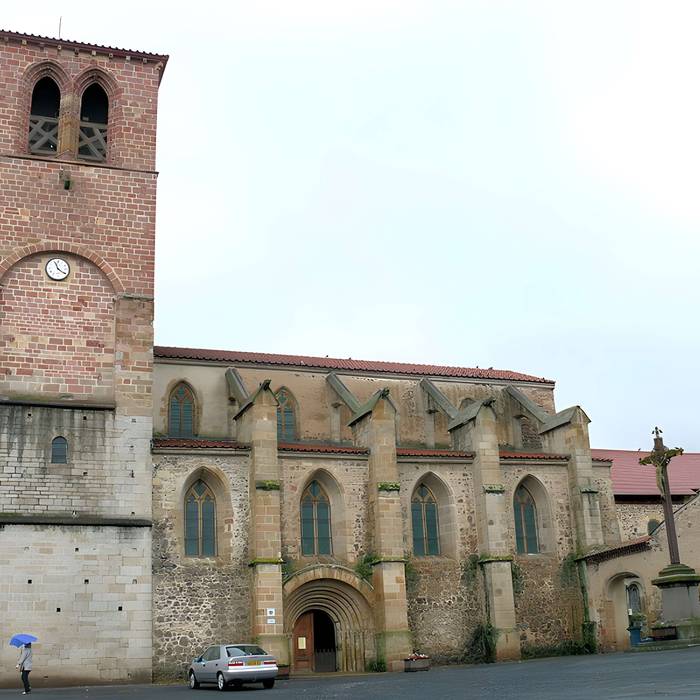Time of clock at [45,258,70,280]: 11:21
